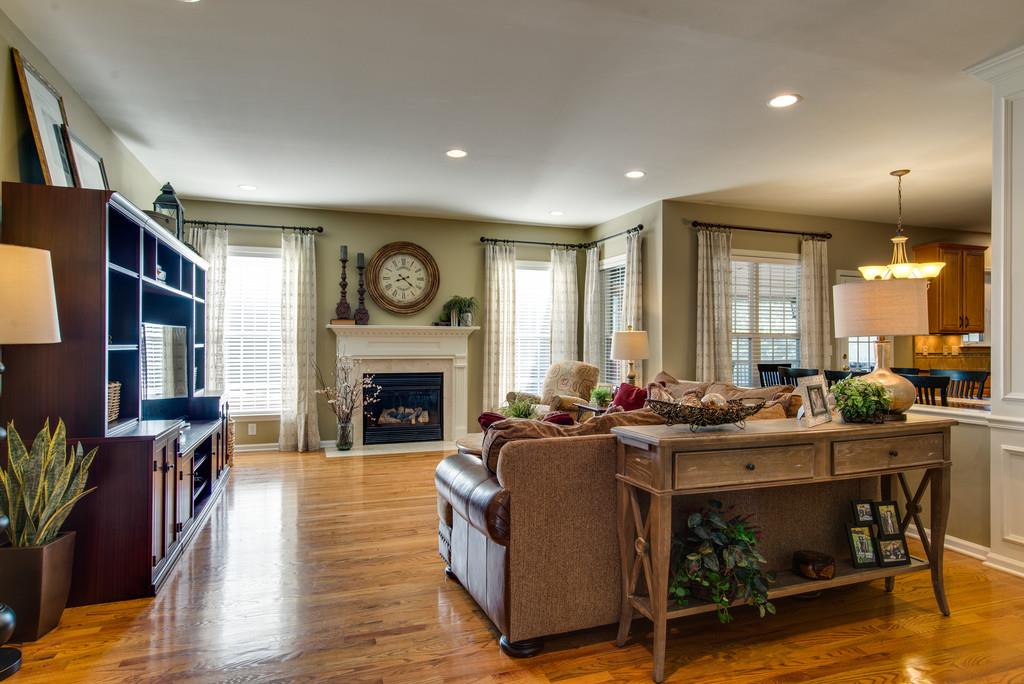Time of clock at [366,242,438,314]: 8:21
